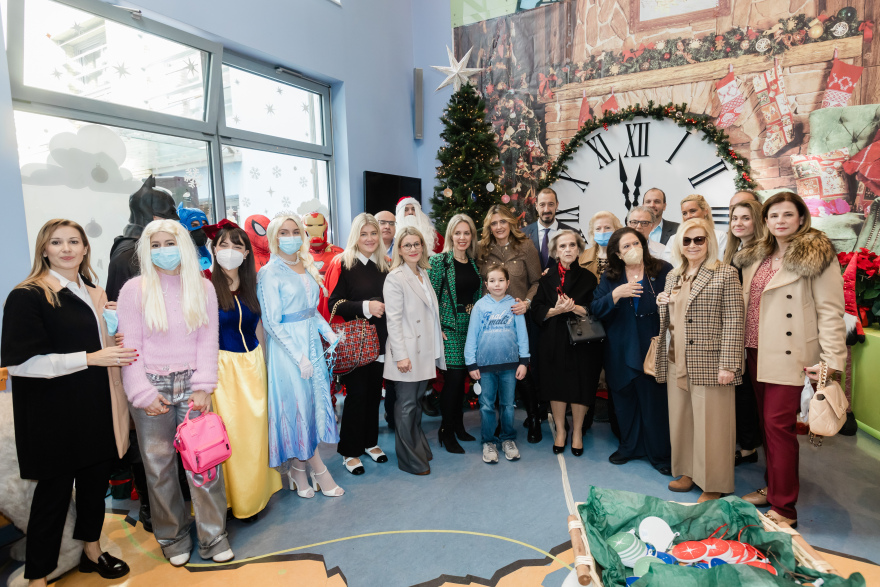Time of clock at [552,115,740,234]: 11:57
